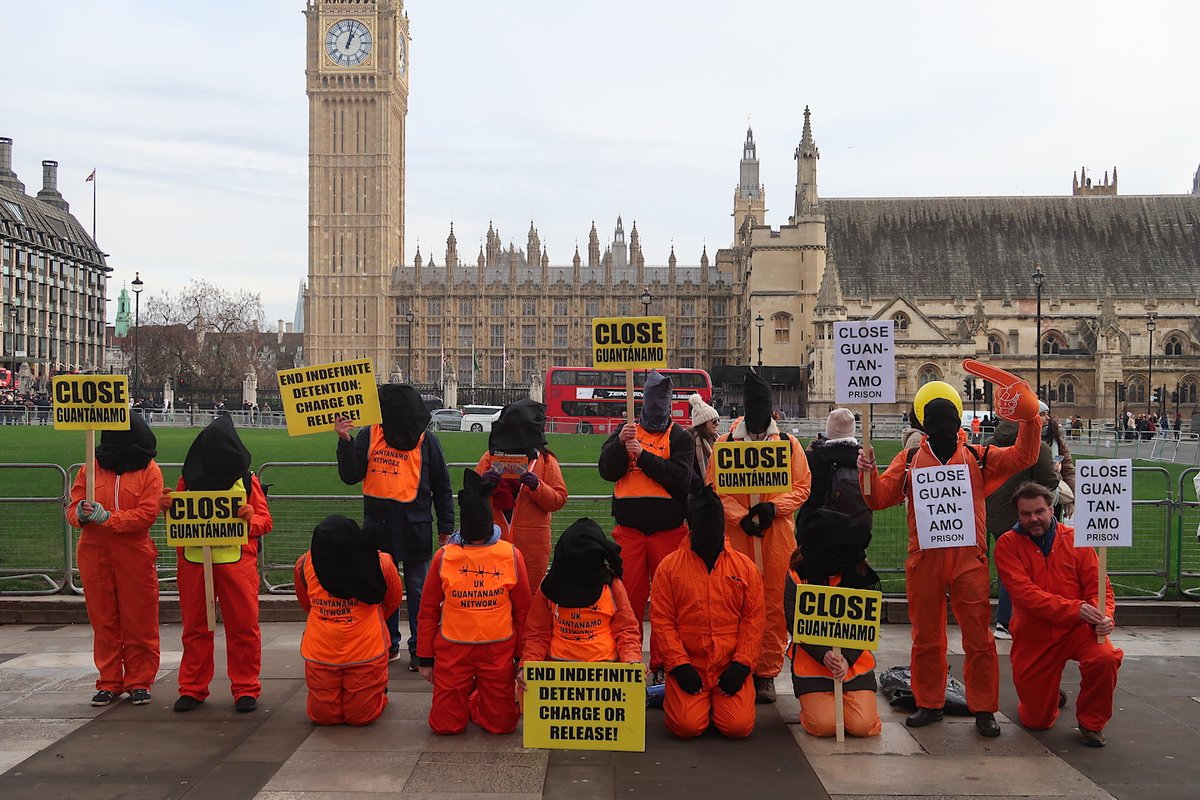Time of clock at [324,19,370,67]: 1:02
